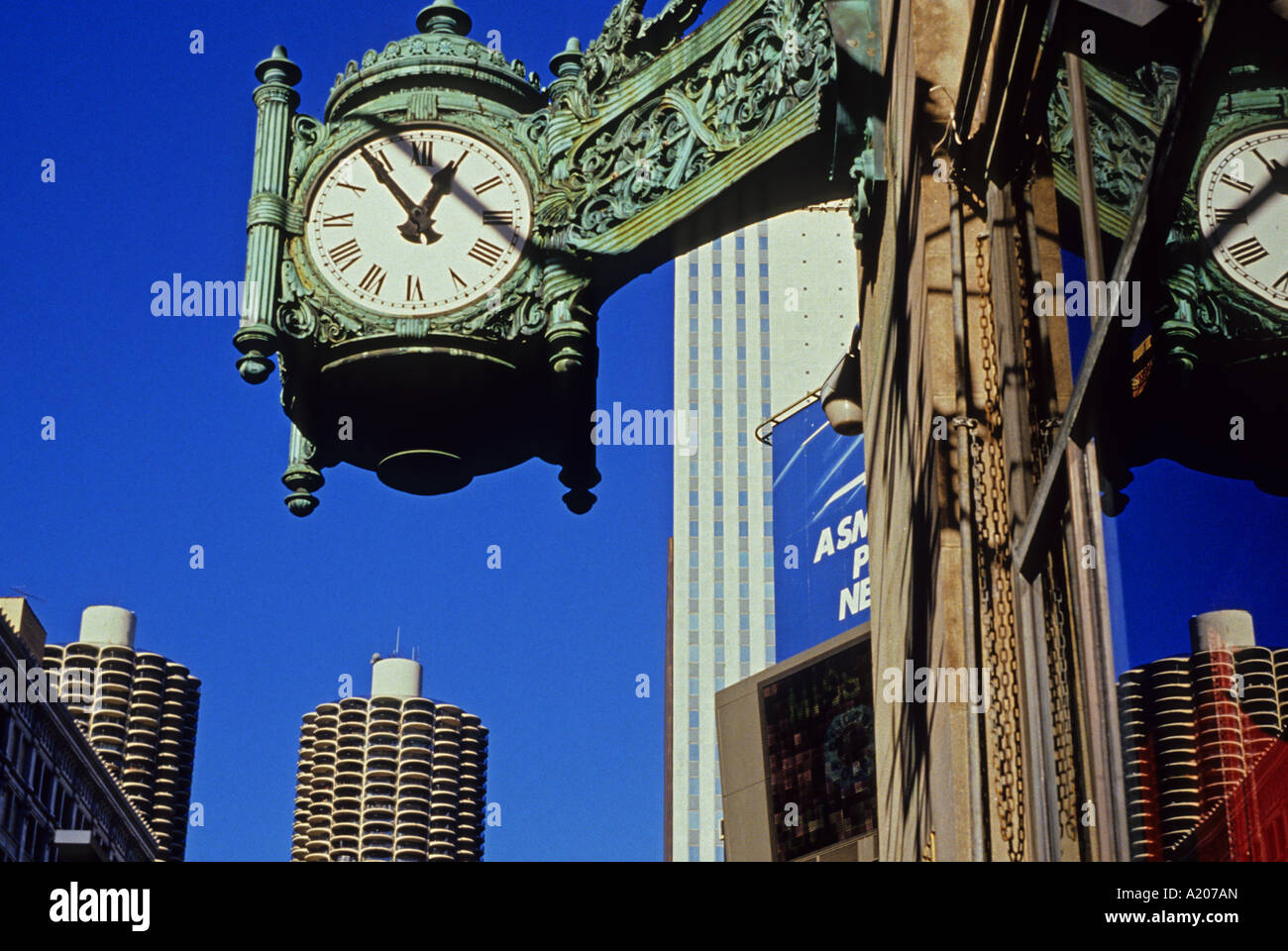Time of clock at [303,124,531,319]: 12:53
